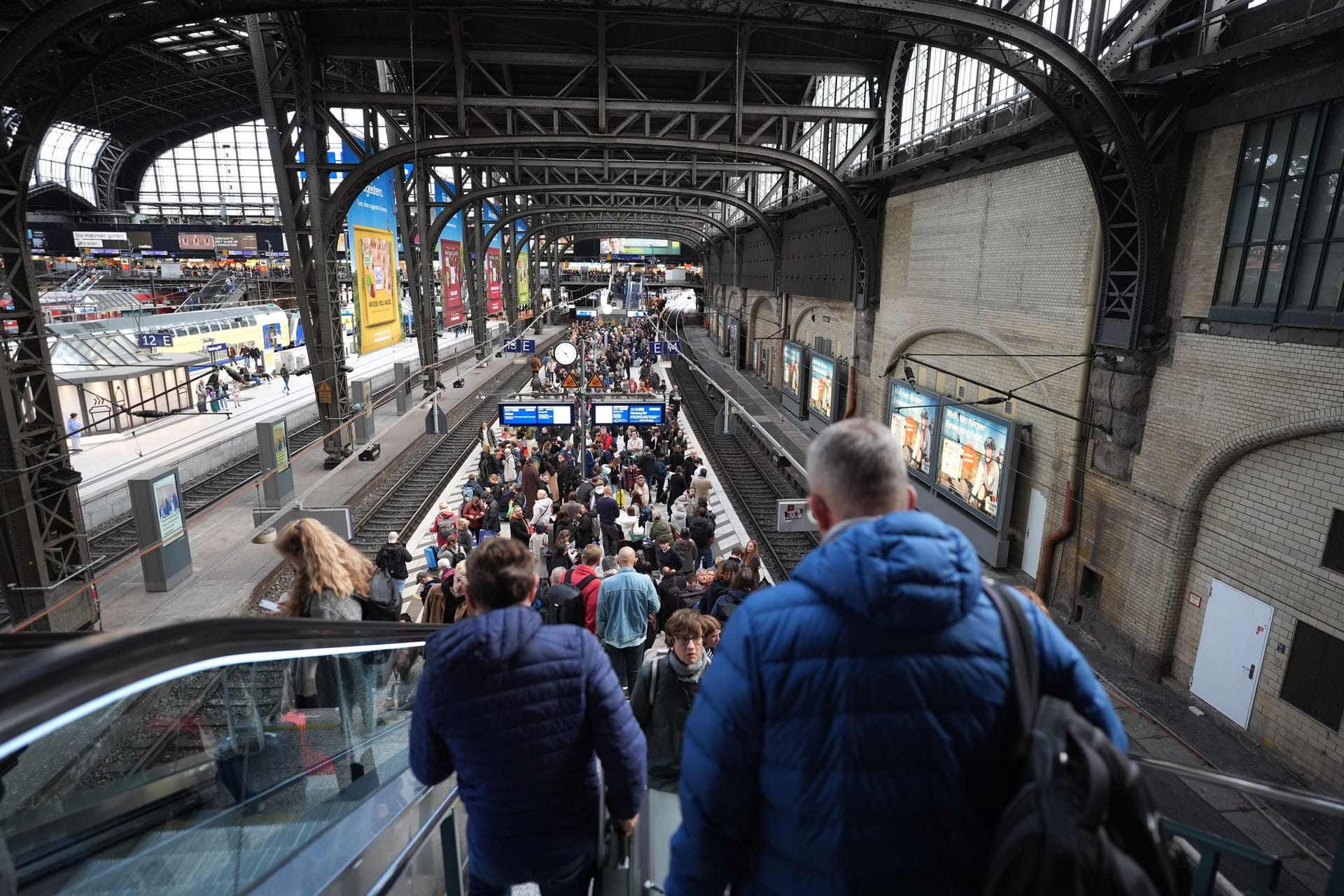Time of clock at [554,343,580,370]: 4:52
